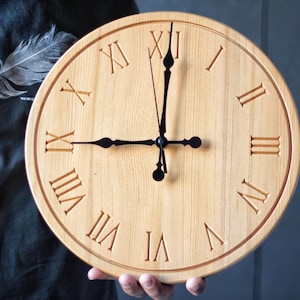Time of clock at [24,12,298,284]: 9:00
